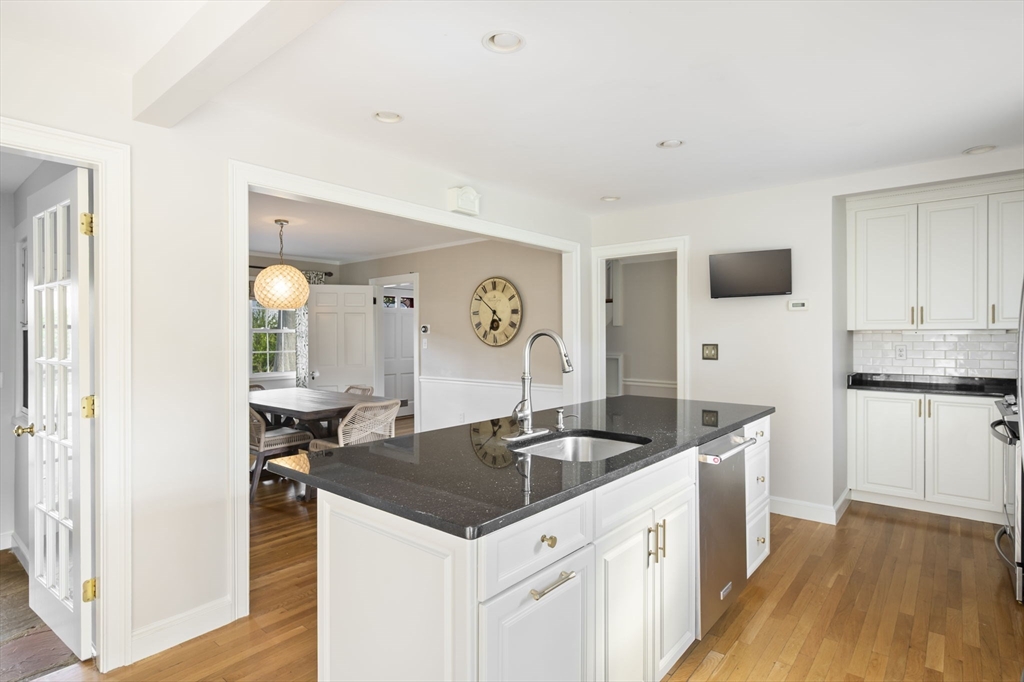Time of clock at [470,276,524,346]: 6:51
